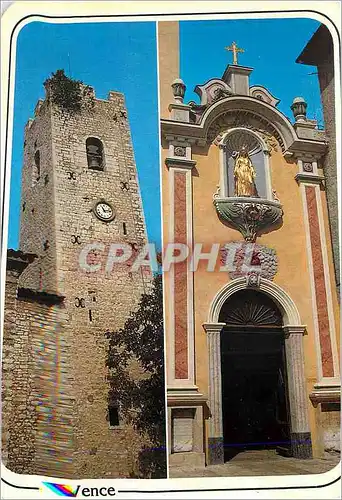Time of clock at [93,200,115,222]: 11:13
